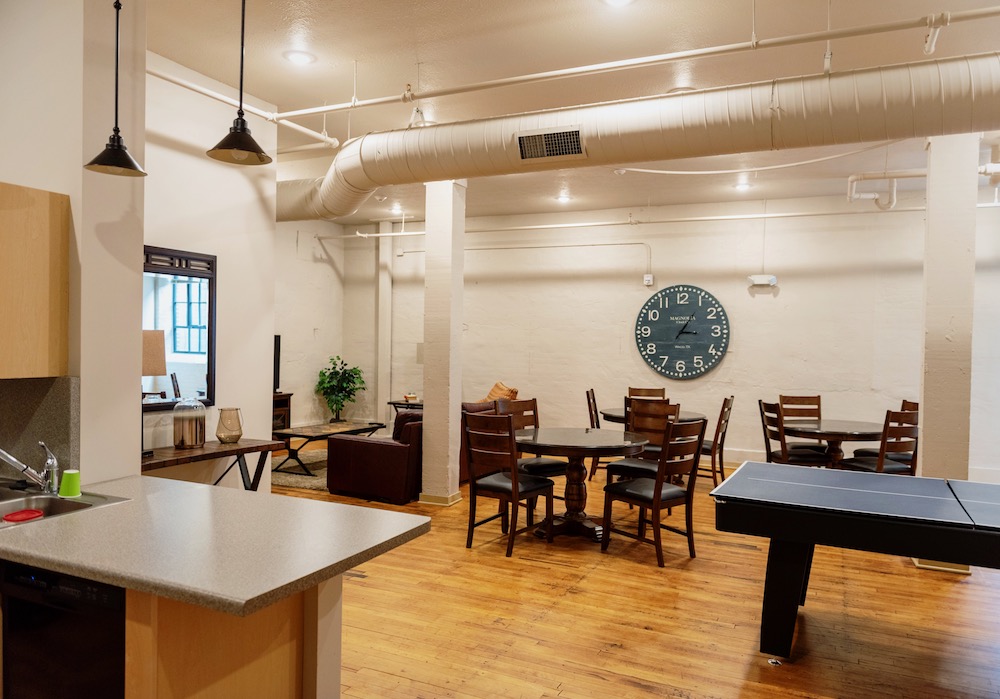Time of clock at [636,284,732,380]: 3:05
